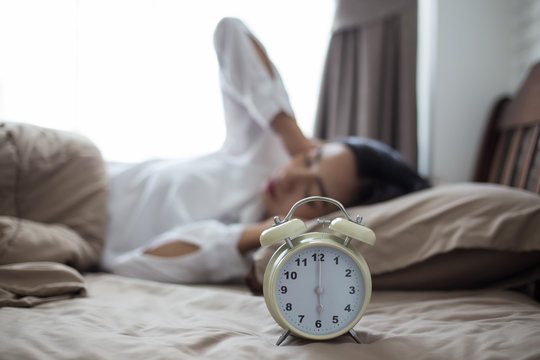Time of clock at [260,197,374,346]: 6:00
